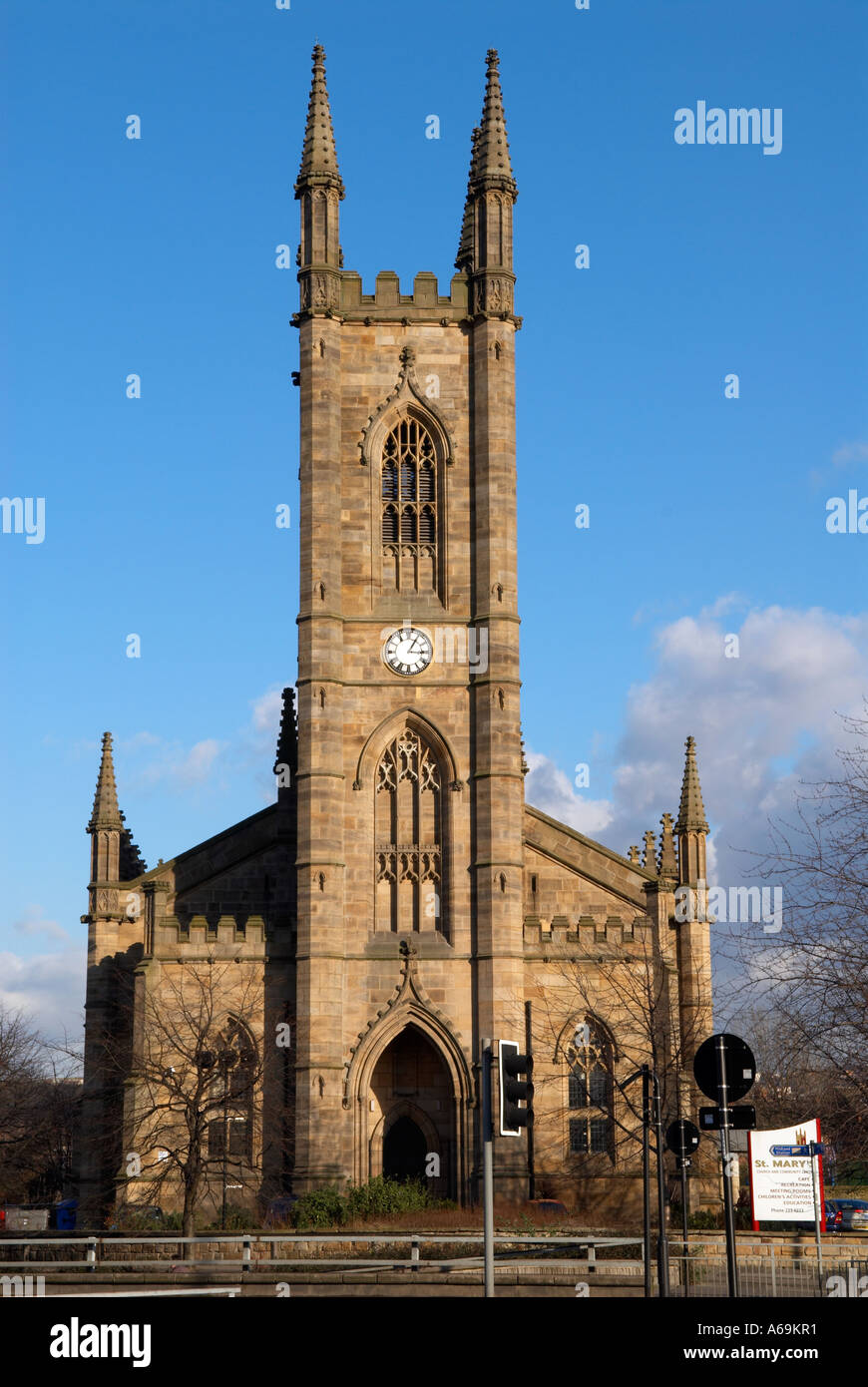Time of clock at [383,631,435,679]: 3:04
